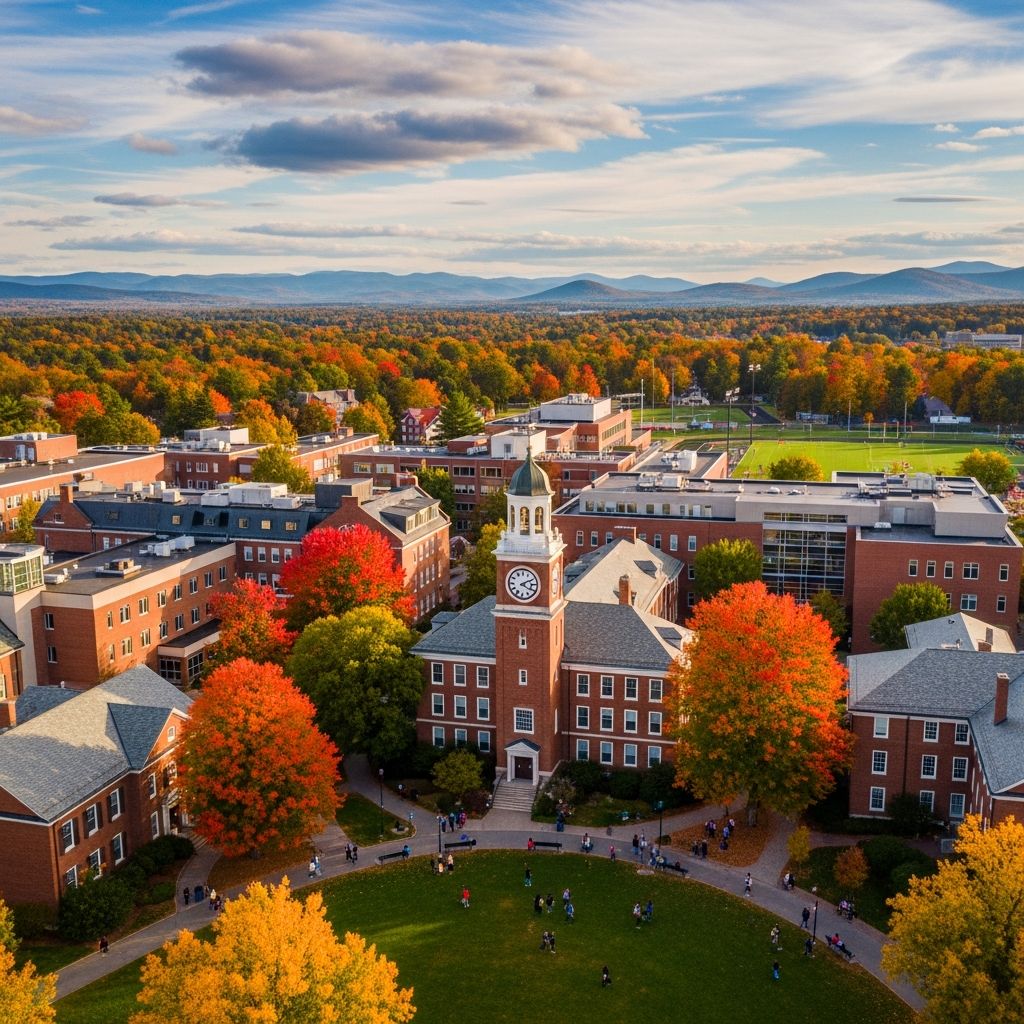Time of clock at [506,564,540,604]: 4:10
